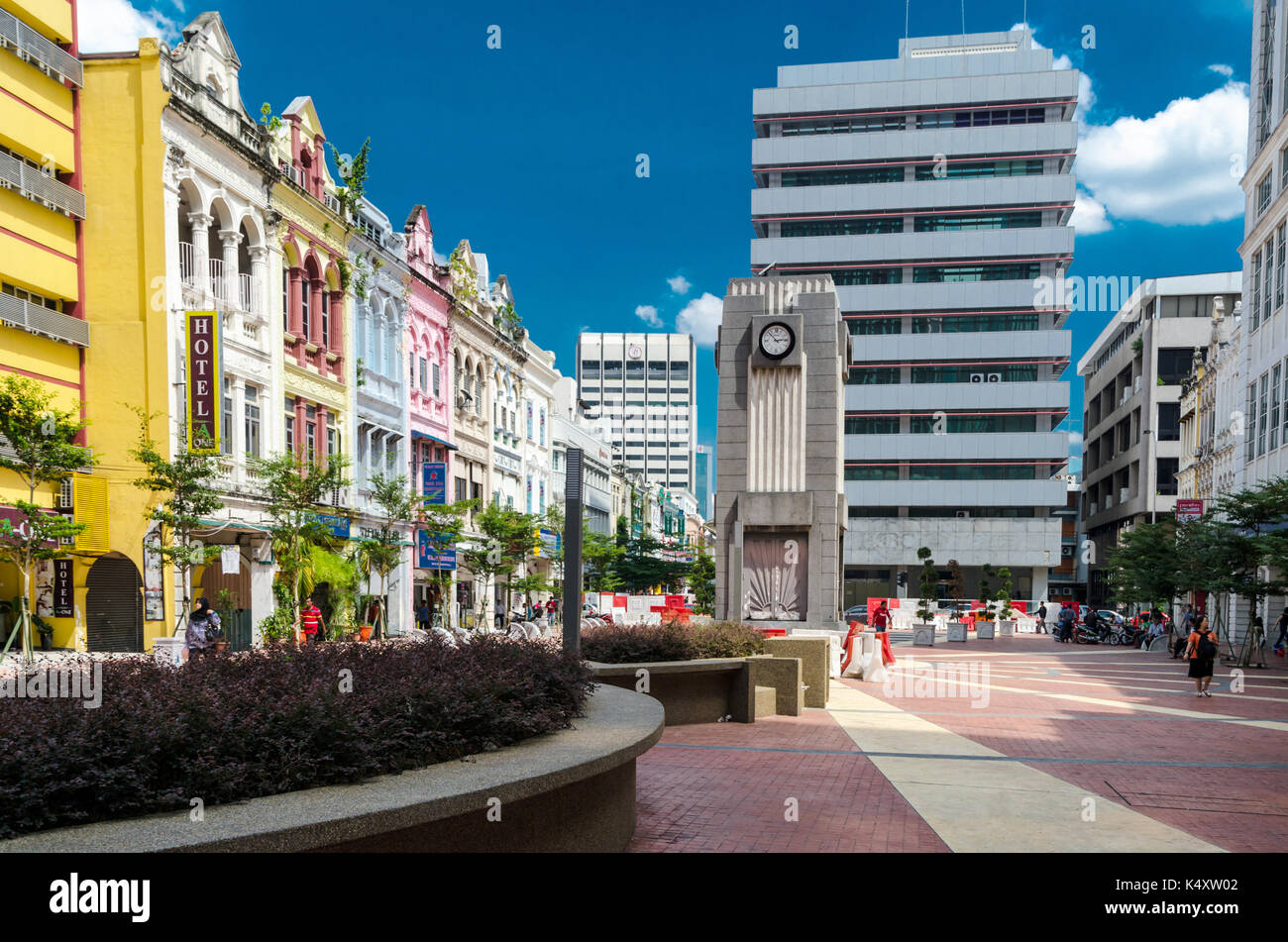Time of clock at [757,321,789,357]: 2:52
